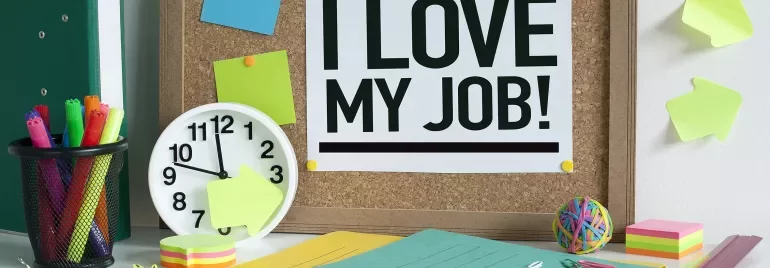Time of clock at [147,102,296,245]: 11:47
